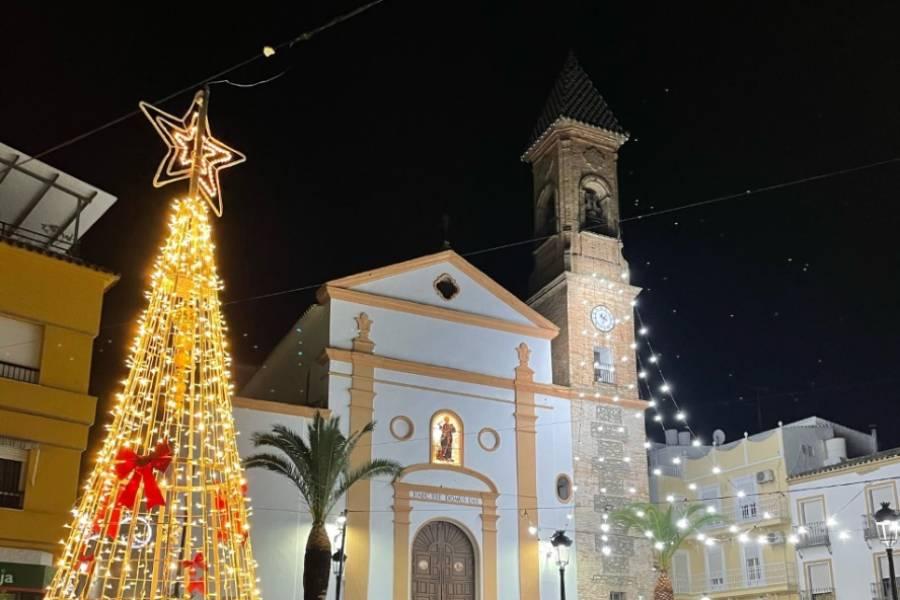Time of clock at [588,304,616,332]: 4:34
